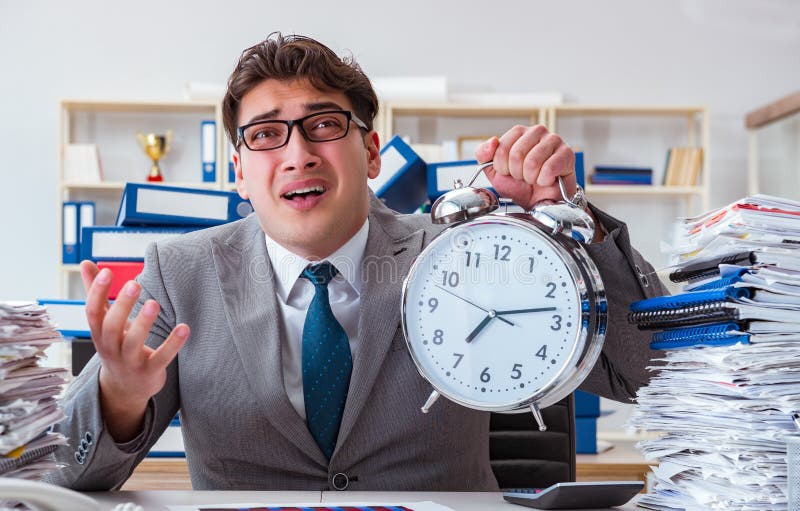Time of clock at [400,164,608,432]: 7:13
